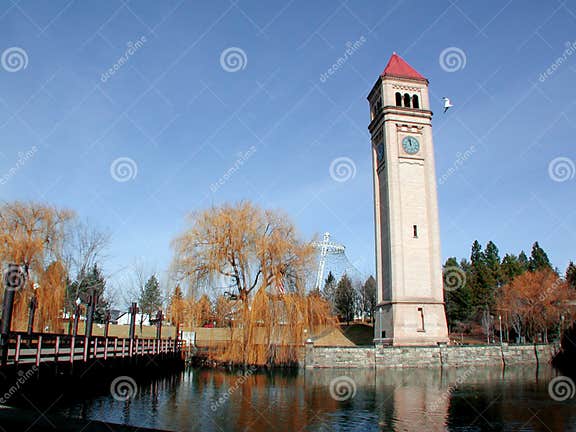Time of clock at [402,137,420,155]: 11:57
